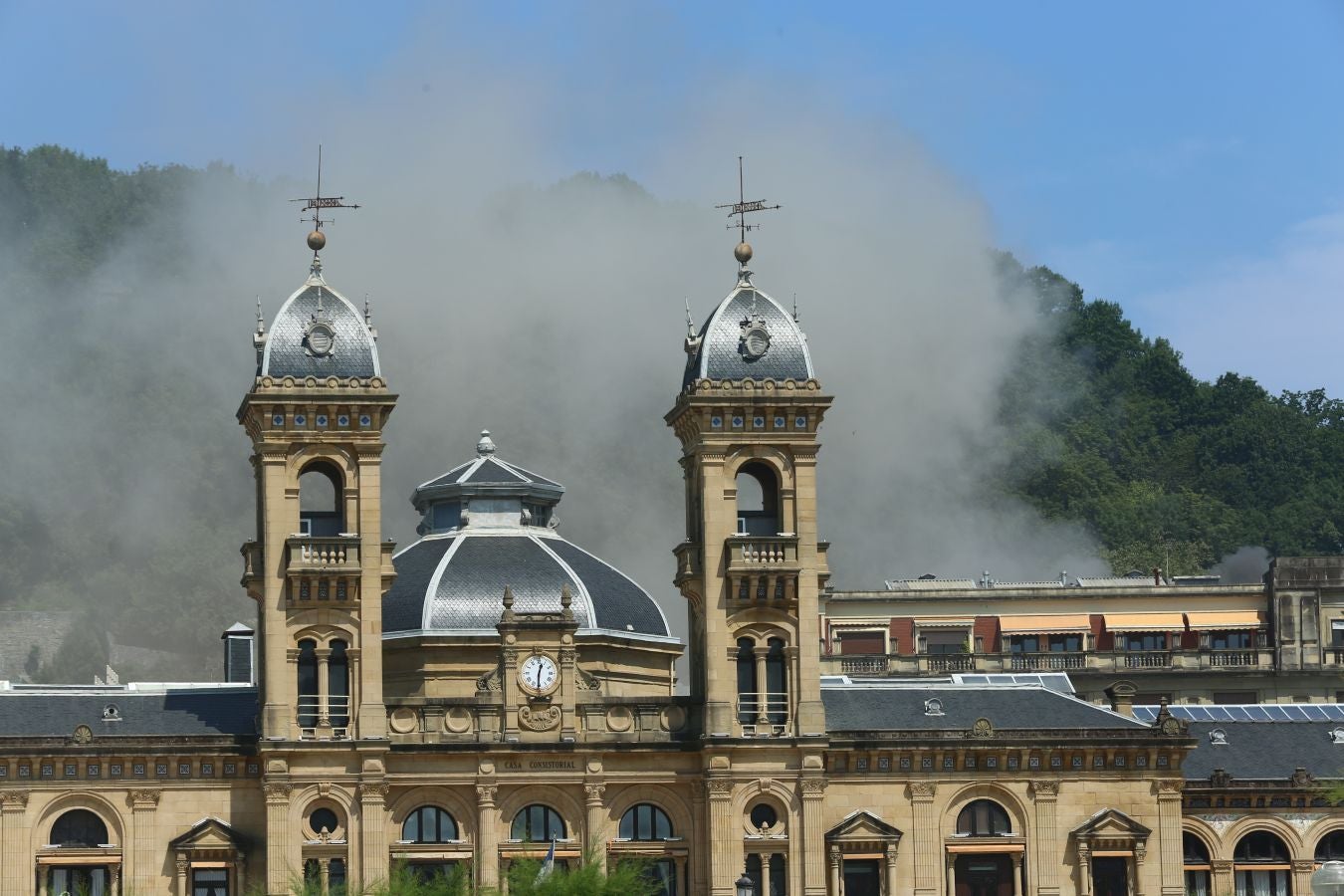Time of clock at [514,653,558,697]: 12:30
